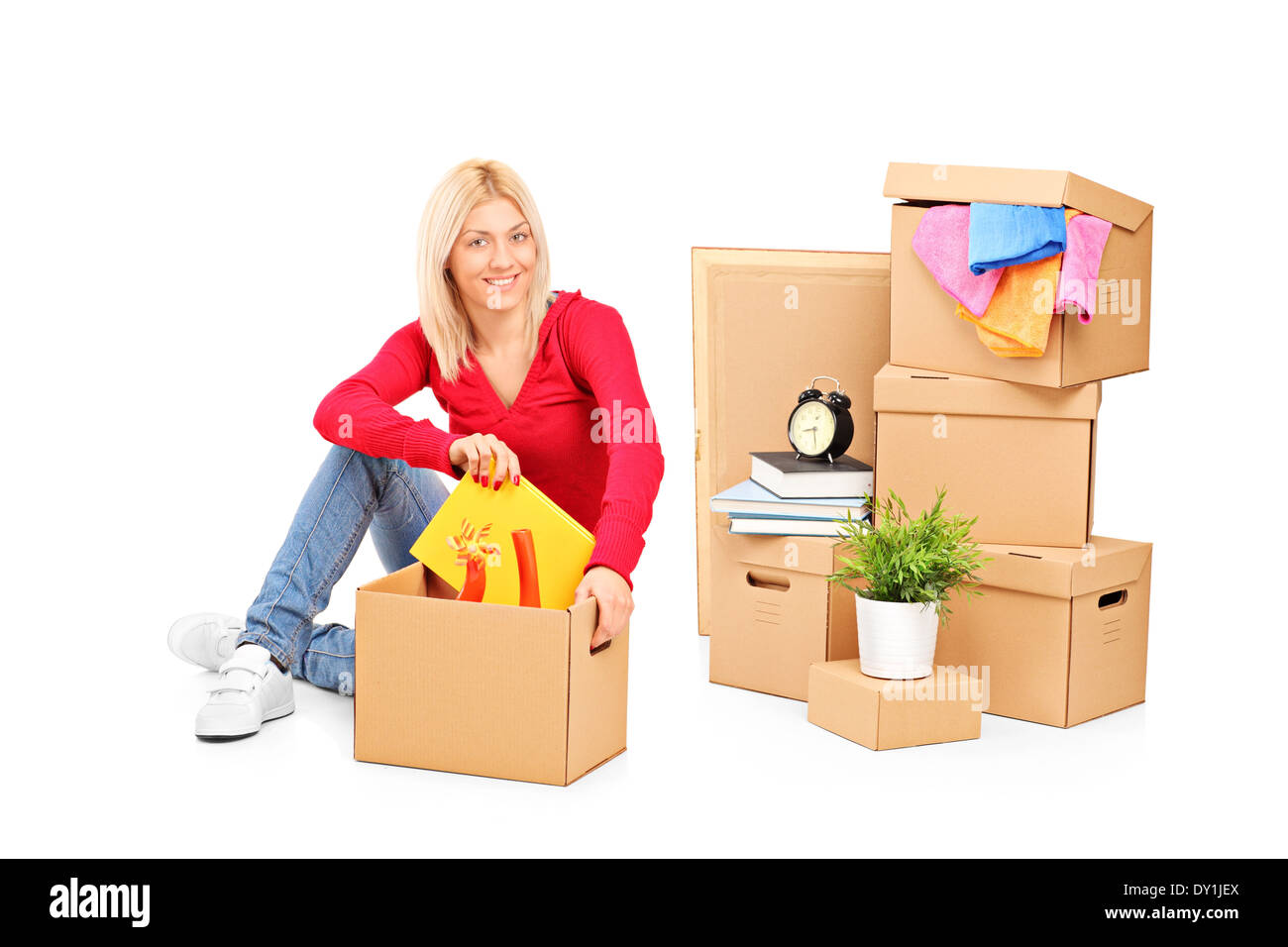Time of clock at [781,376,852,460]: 8:28
